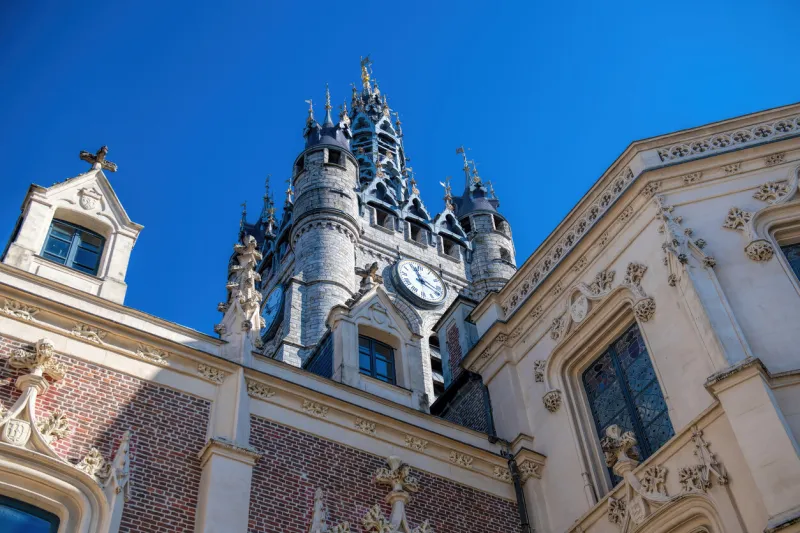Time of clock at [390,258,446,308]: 11:19
